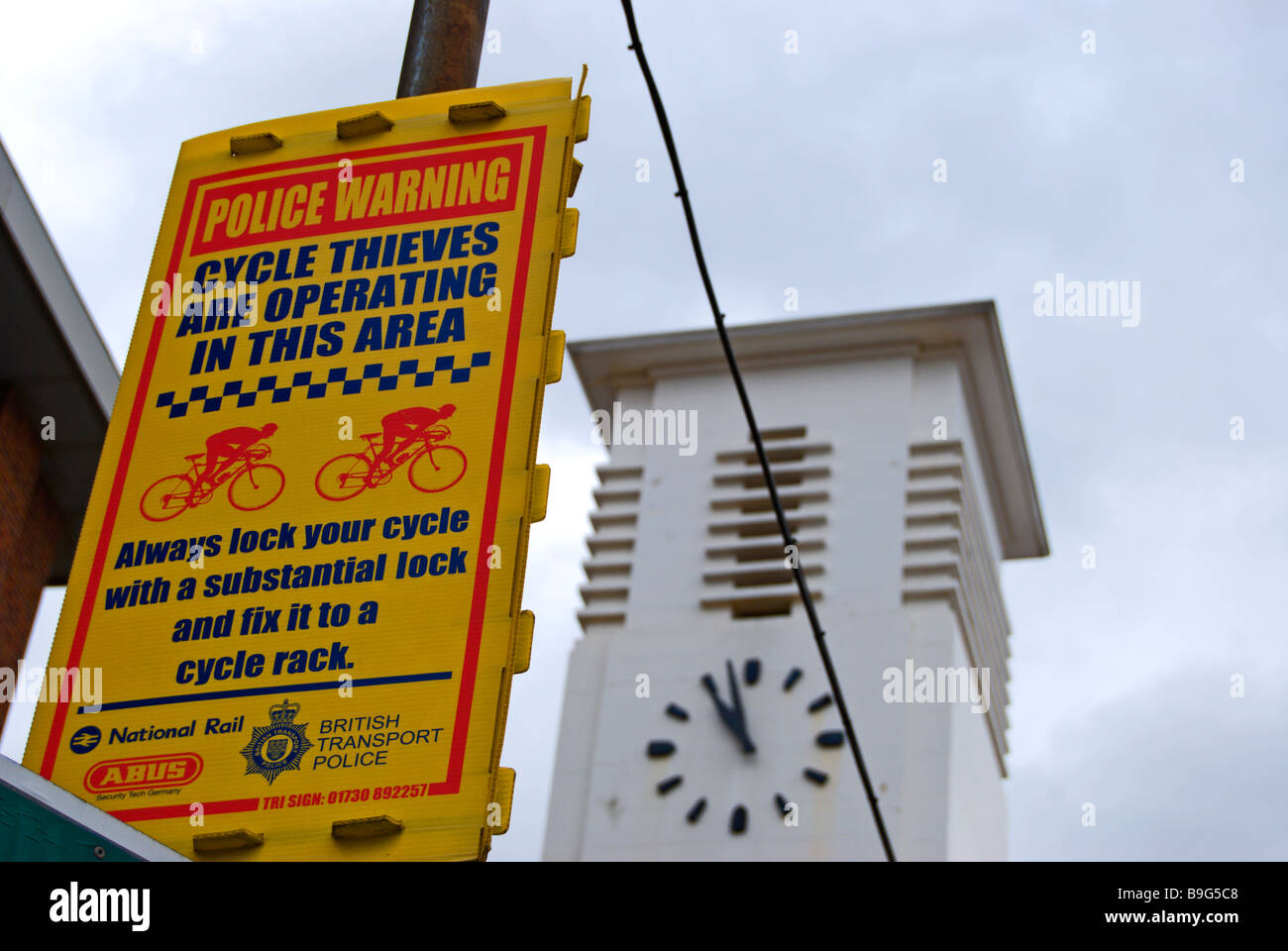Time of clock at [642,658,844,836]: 10:57
